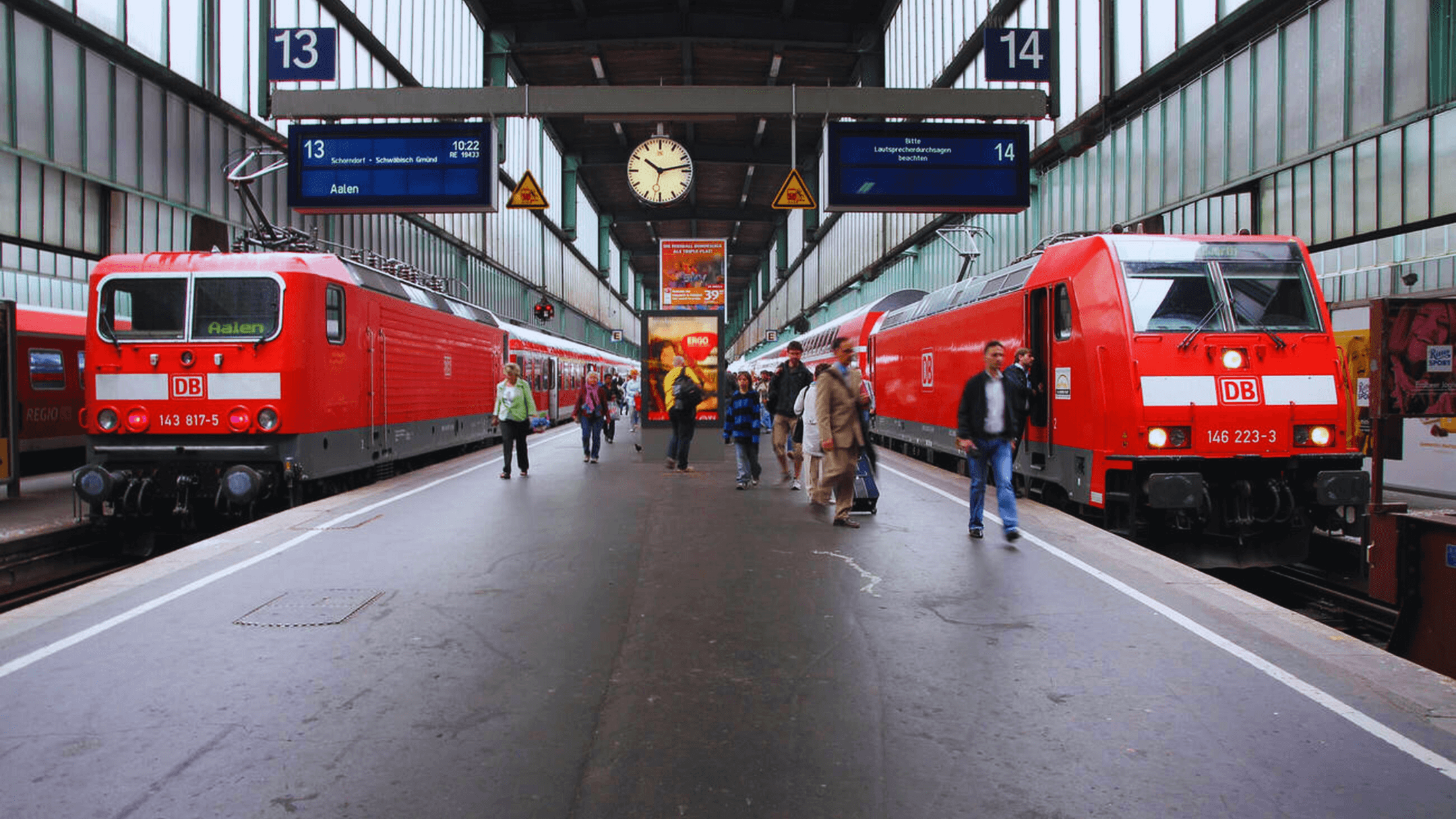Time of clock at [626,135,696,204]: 10:13
